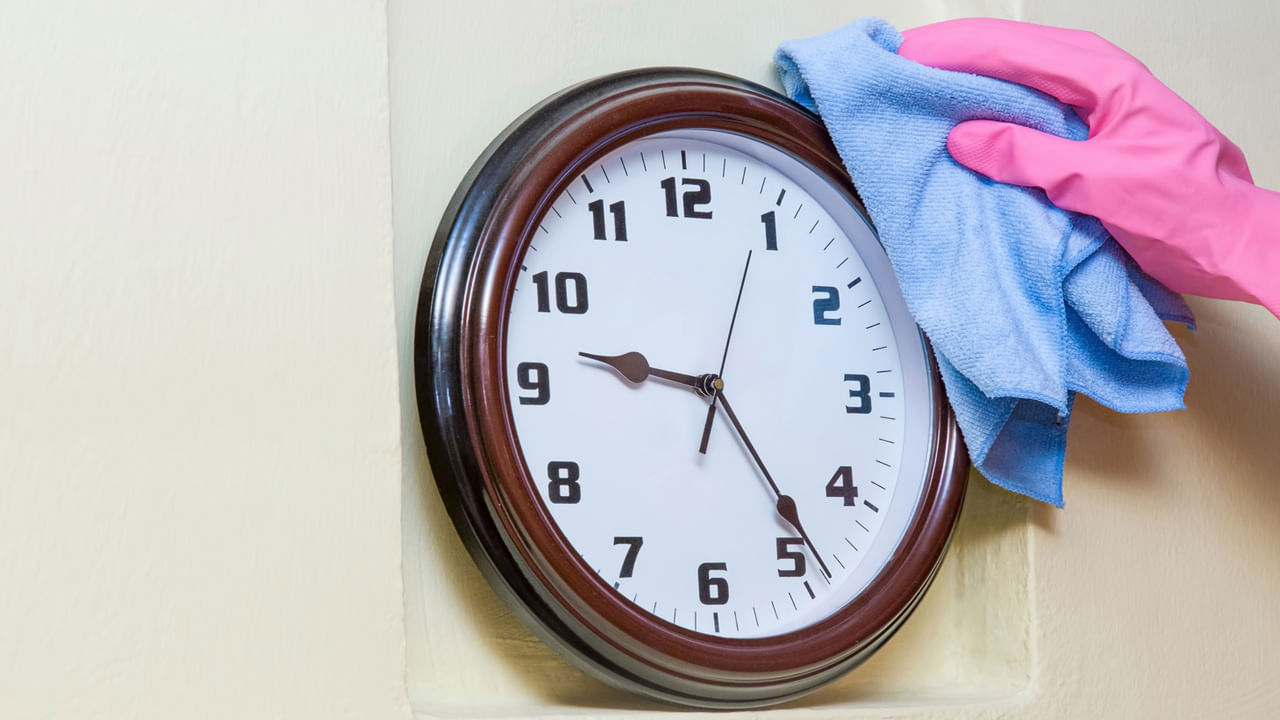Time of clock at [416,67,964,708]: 9:23
